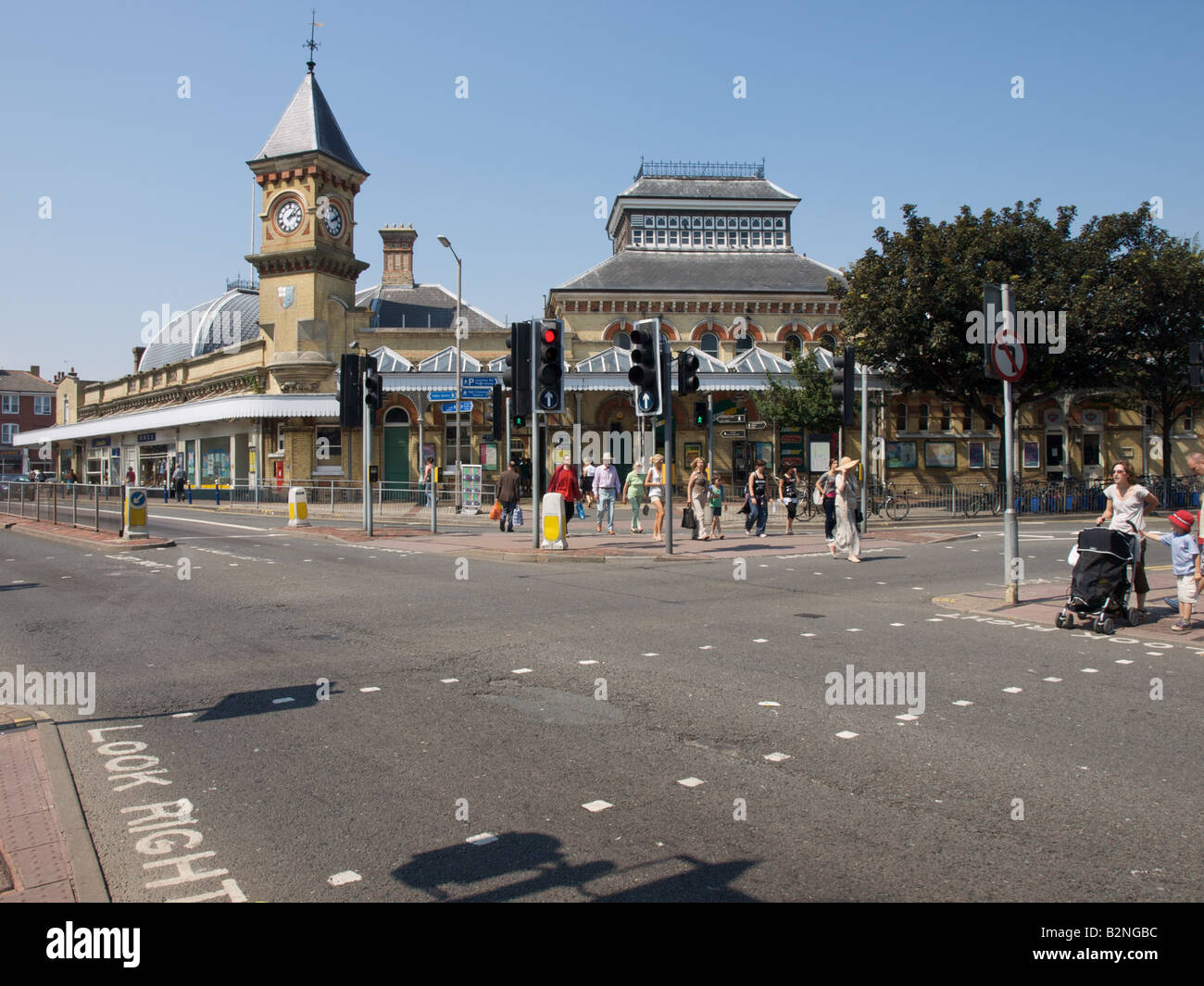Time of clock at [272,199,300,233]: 2:07
